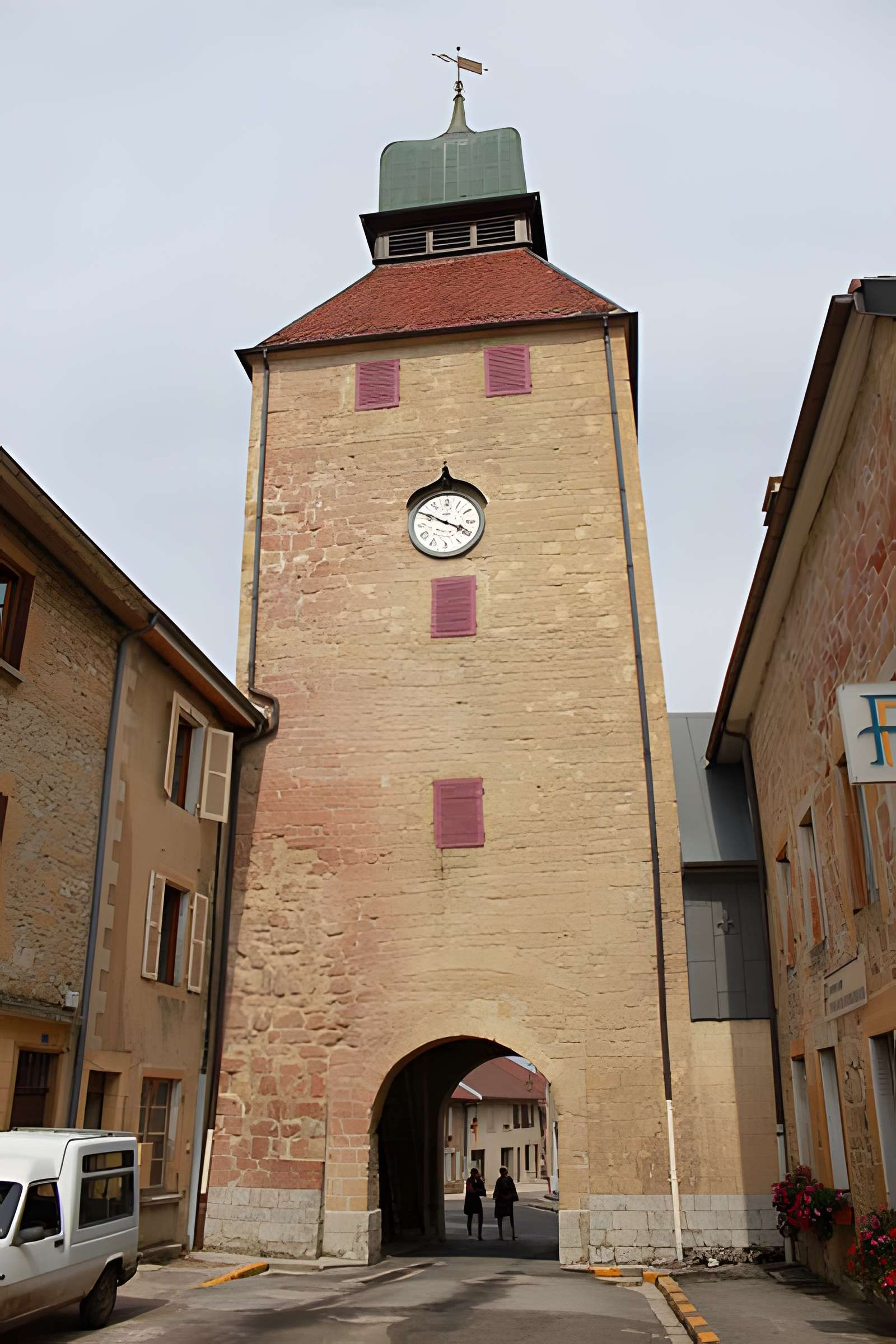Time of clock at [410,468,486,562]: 3:49
